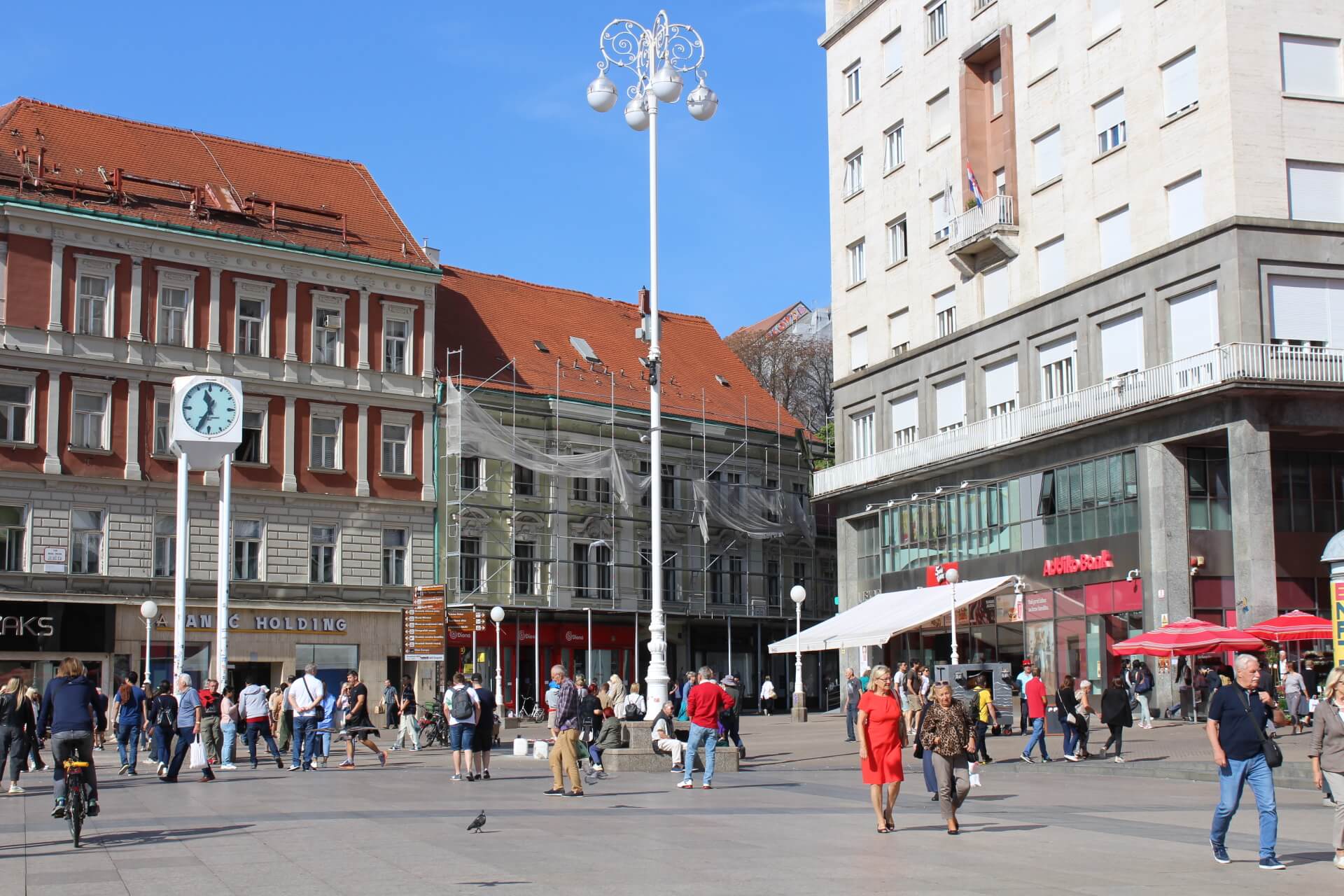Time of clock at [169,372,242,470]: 11:34
